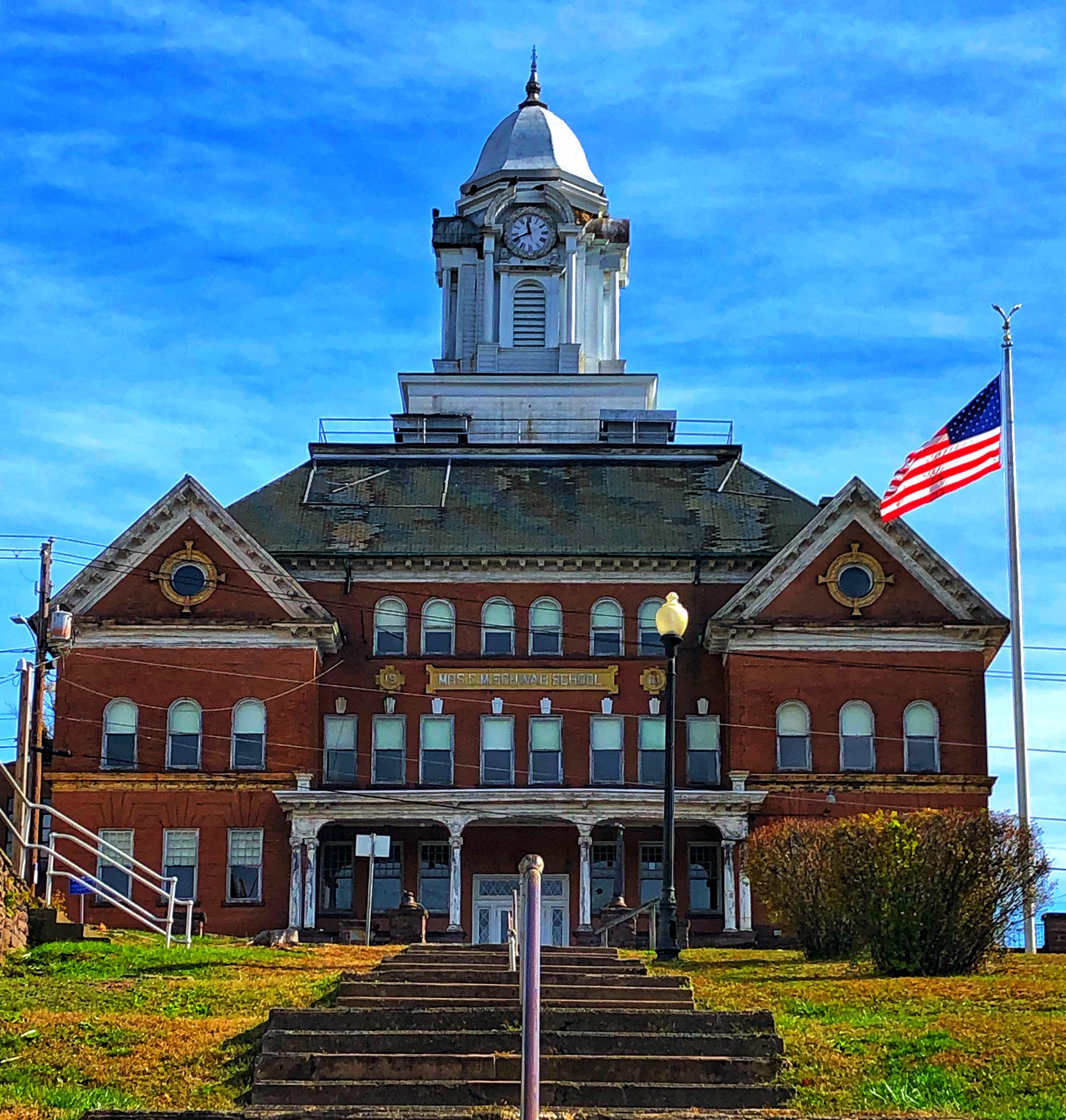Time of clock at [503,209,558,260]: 11:40
